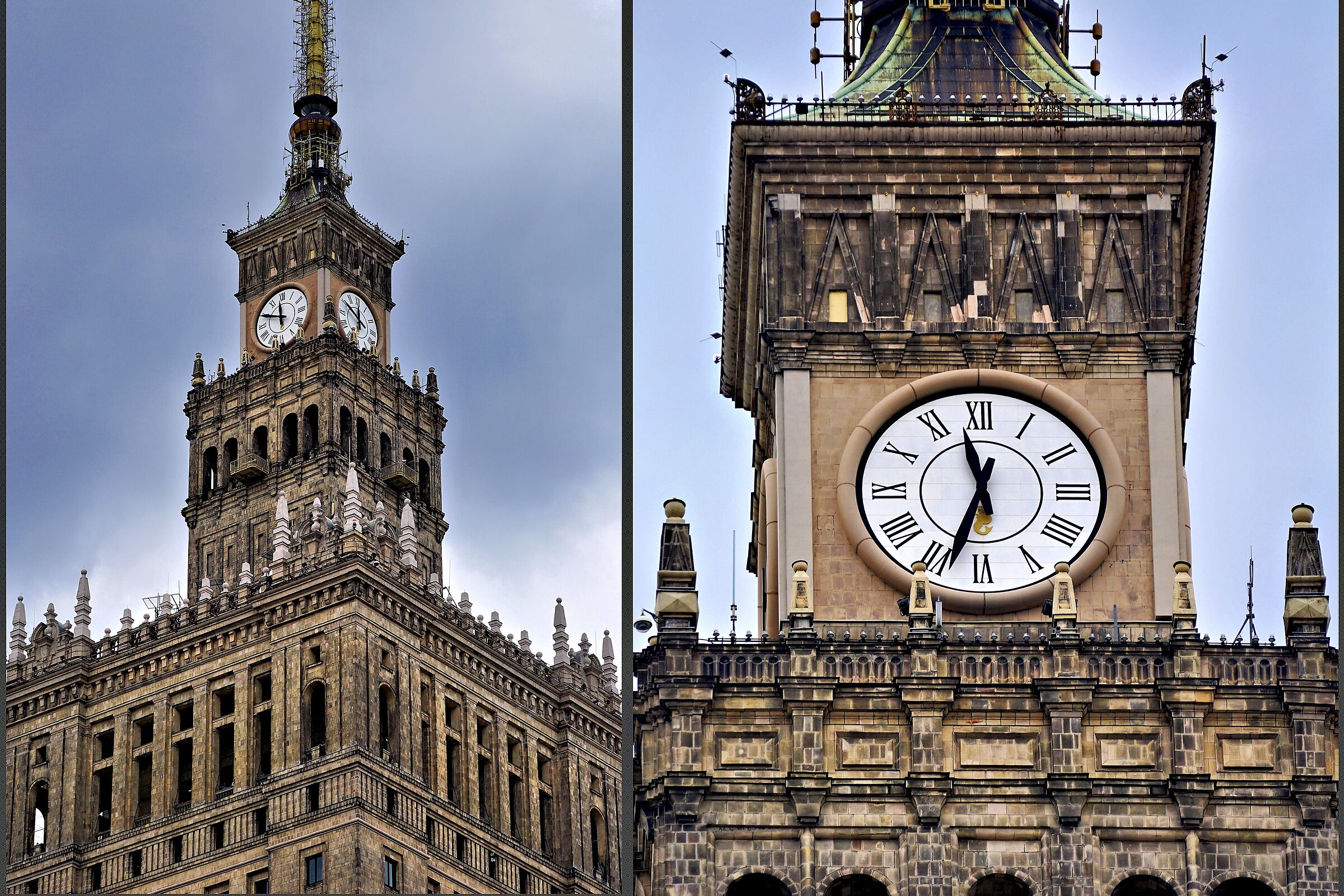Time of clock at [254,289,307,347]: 11:48
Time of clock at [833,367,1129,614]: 11:33
